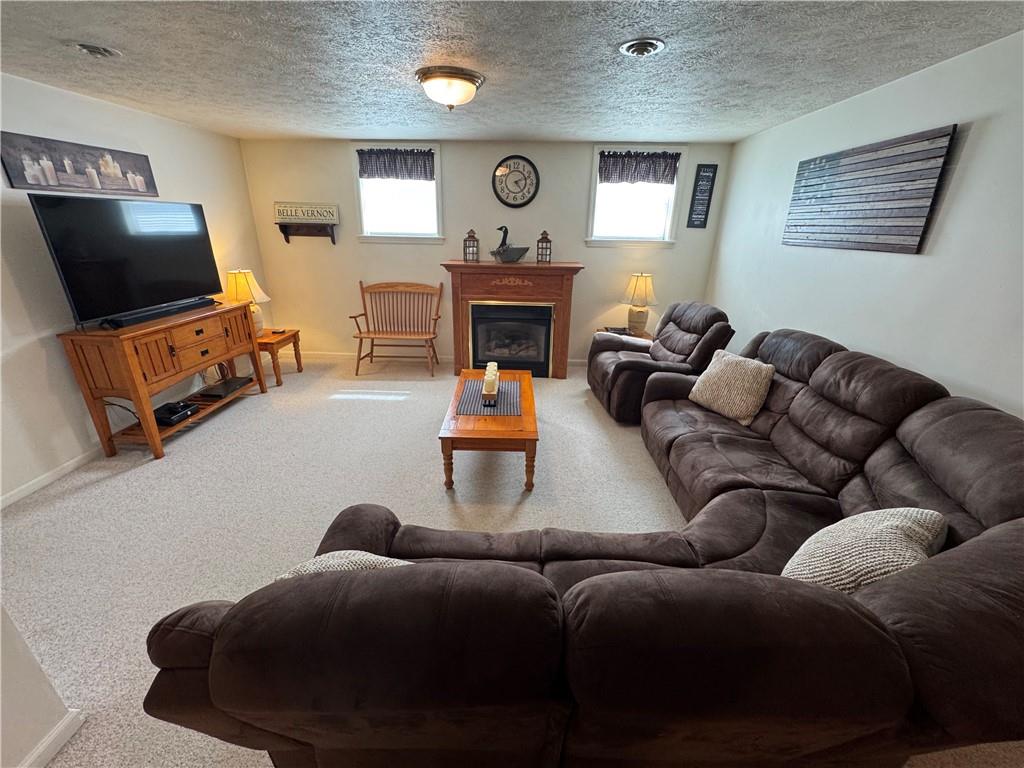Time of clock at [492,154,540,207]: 2:23
